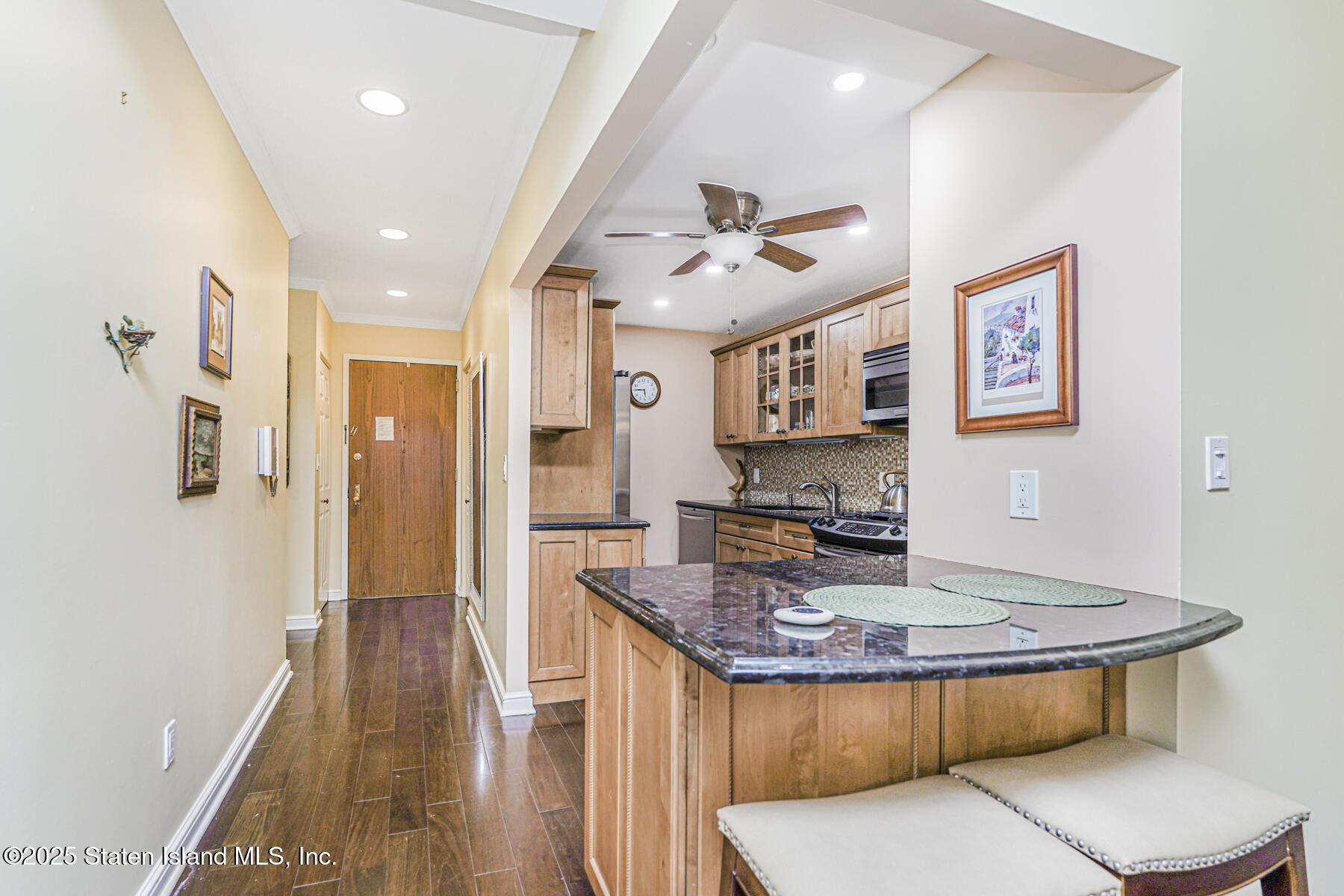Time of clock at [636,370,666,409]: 5:45
